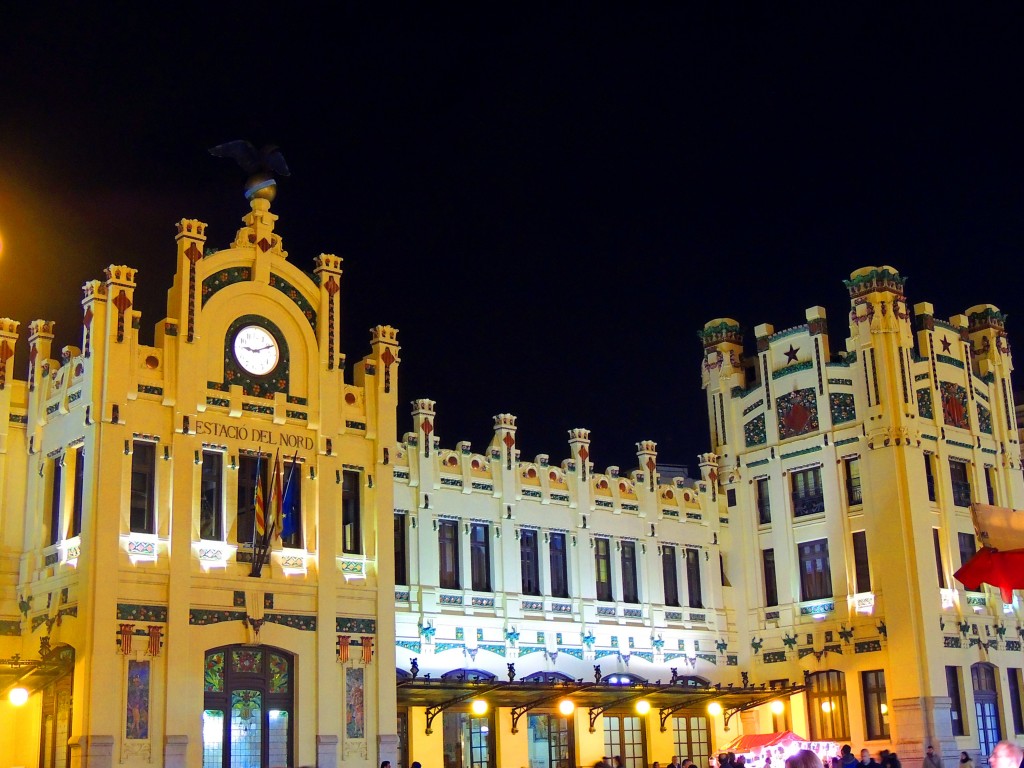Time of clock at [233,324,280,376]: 9:10
